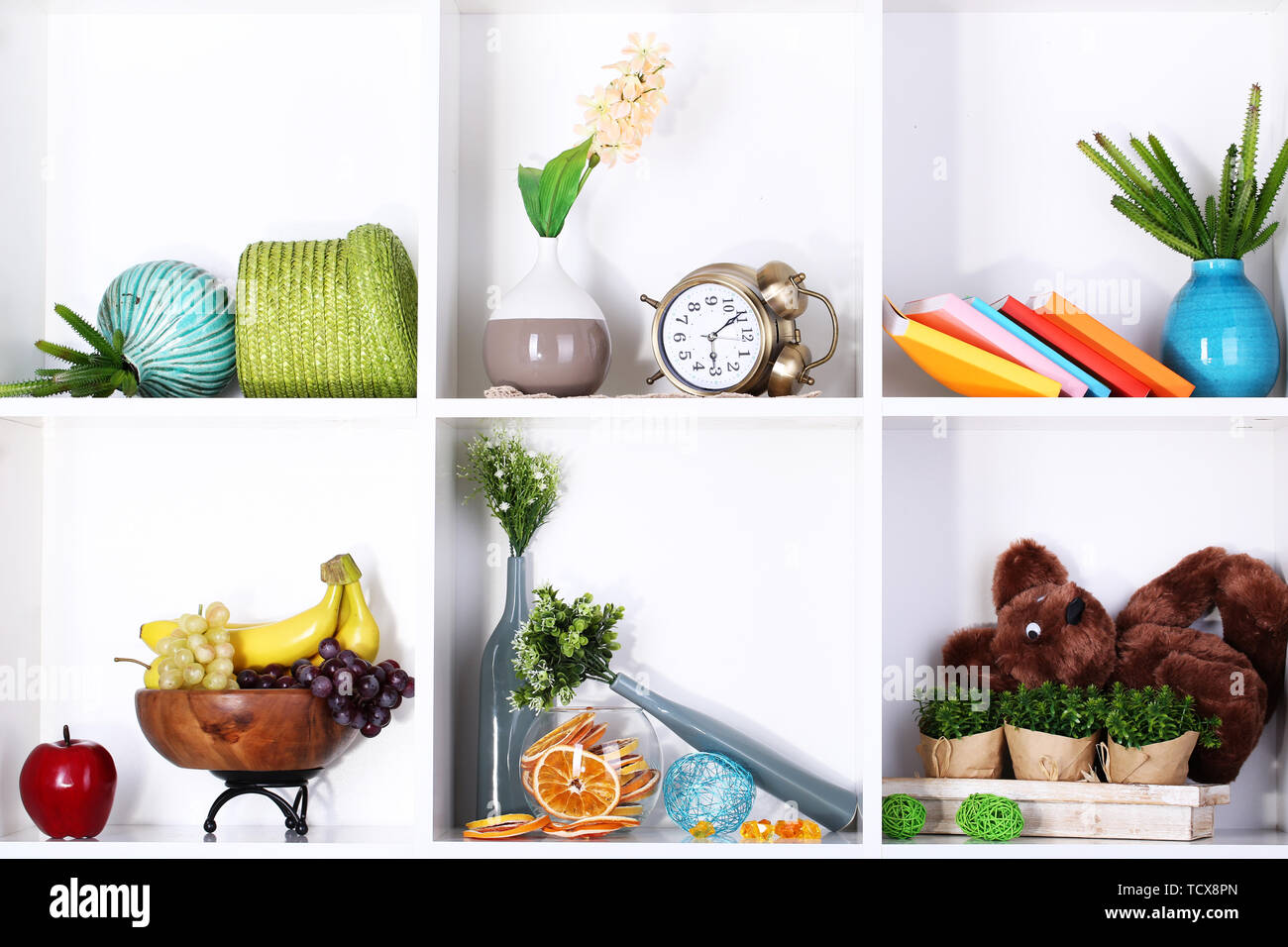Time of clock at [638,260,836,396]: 6:08
